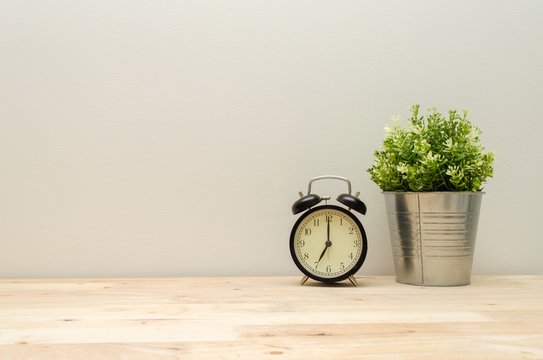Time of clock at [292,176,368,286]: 7:00
